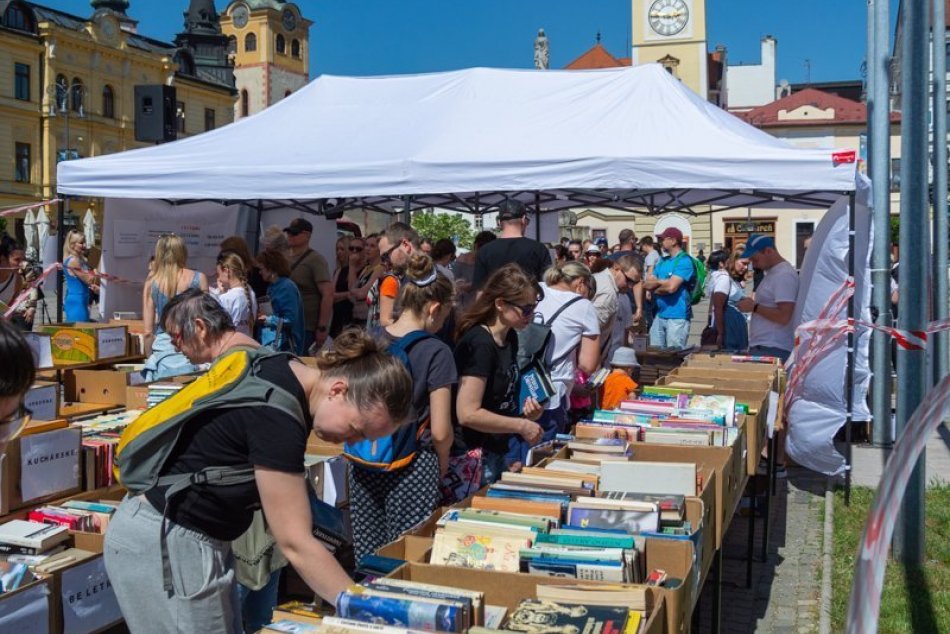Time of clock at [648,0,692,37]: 2:45
